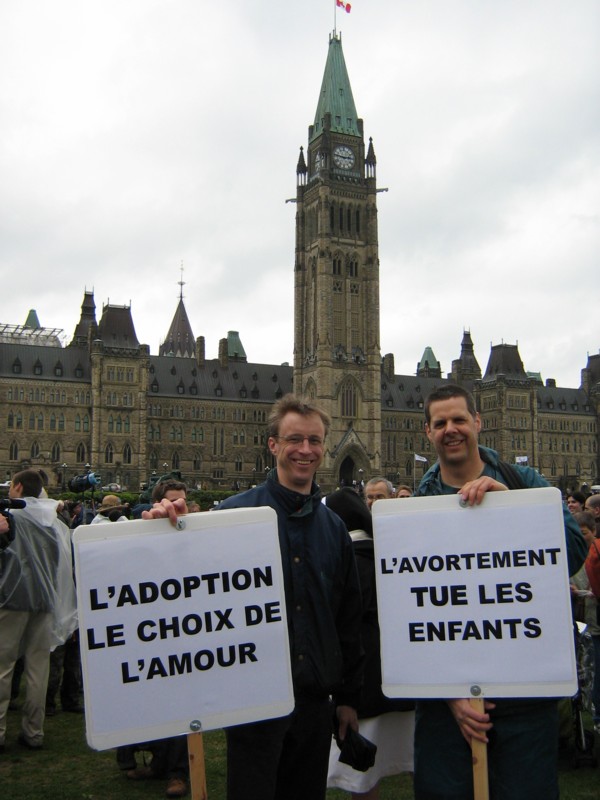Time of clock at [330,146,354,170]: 2:46
